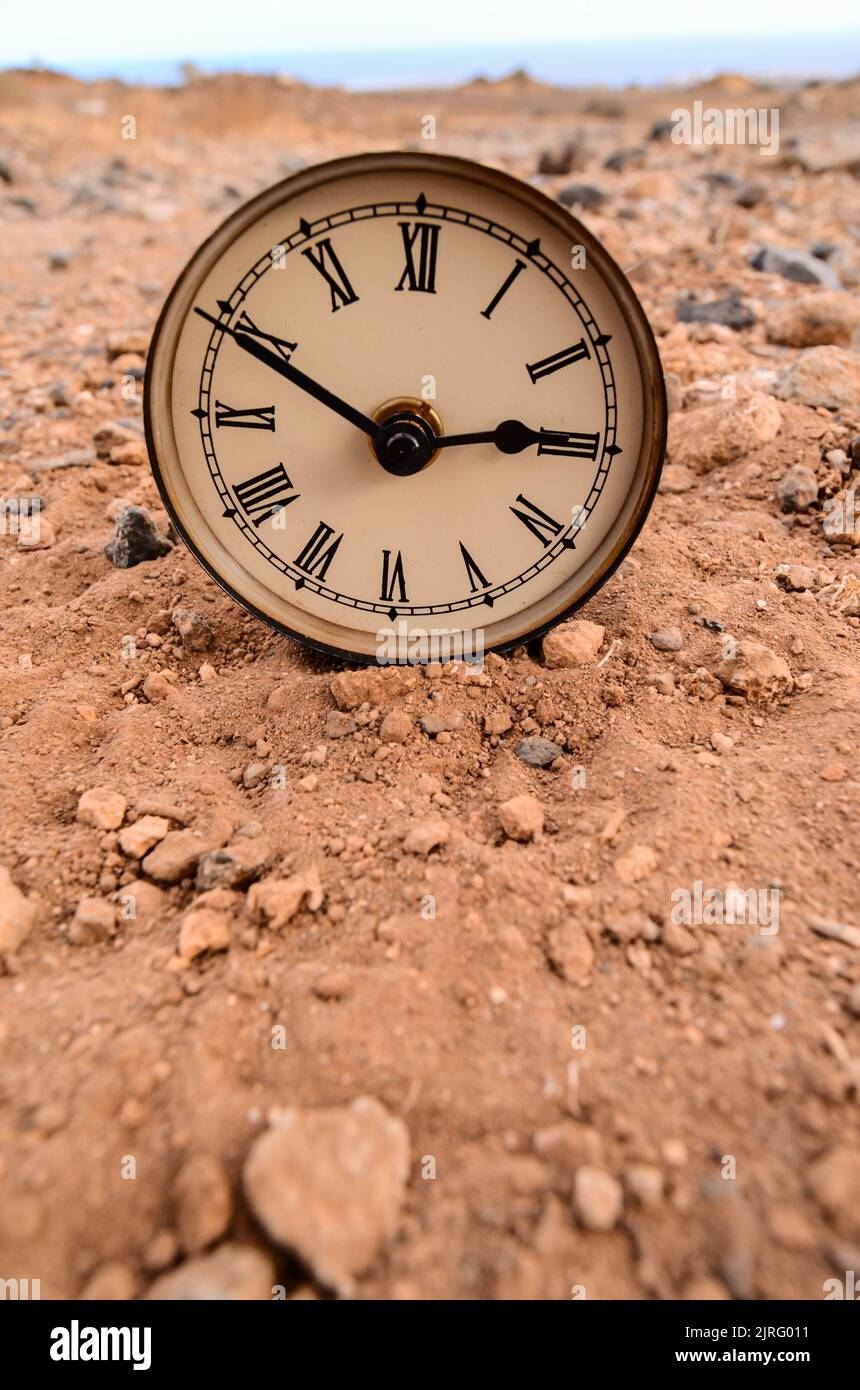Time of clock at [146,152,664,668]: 2:49
